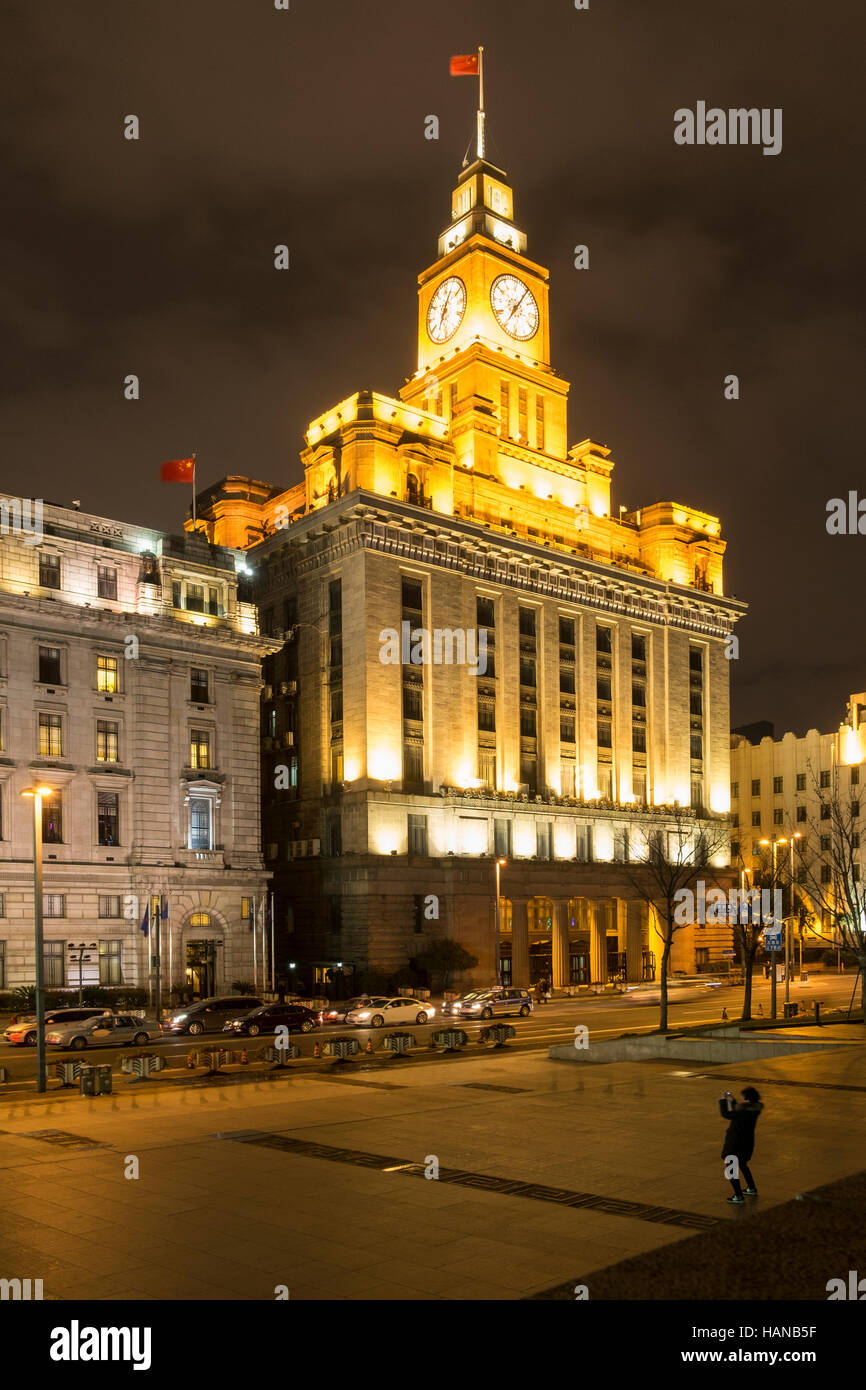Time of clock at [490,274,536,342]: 7:05
